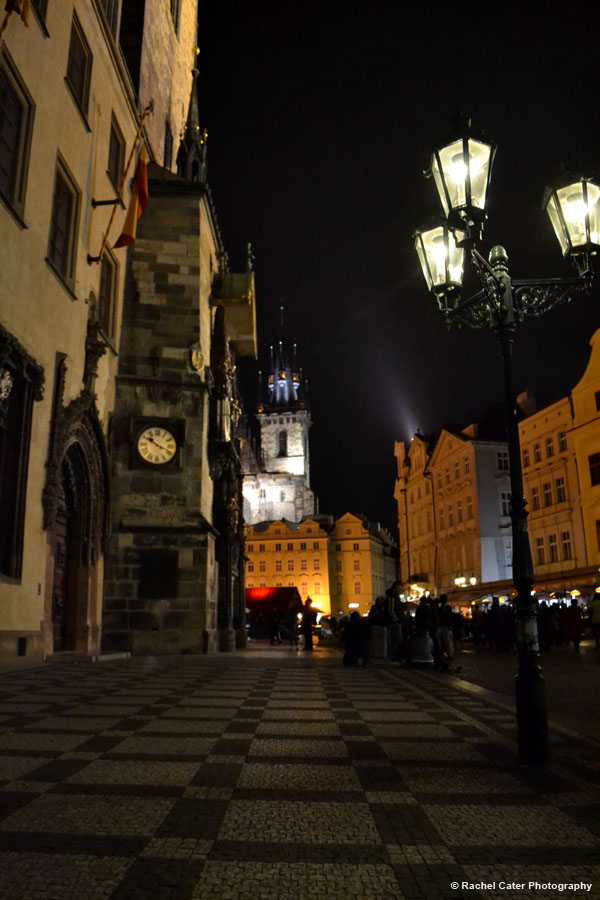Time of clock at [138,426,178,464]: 10:18
